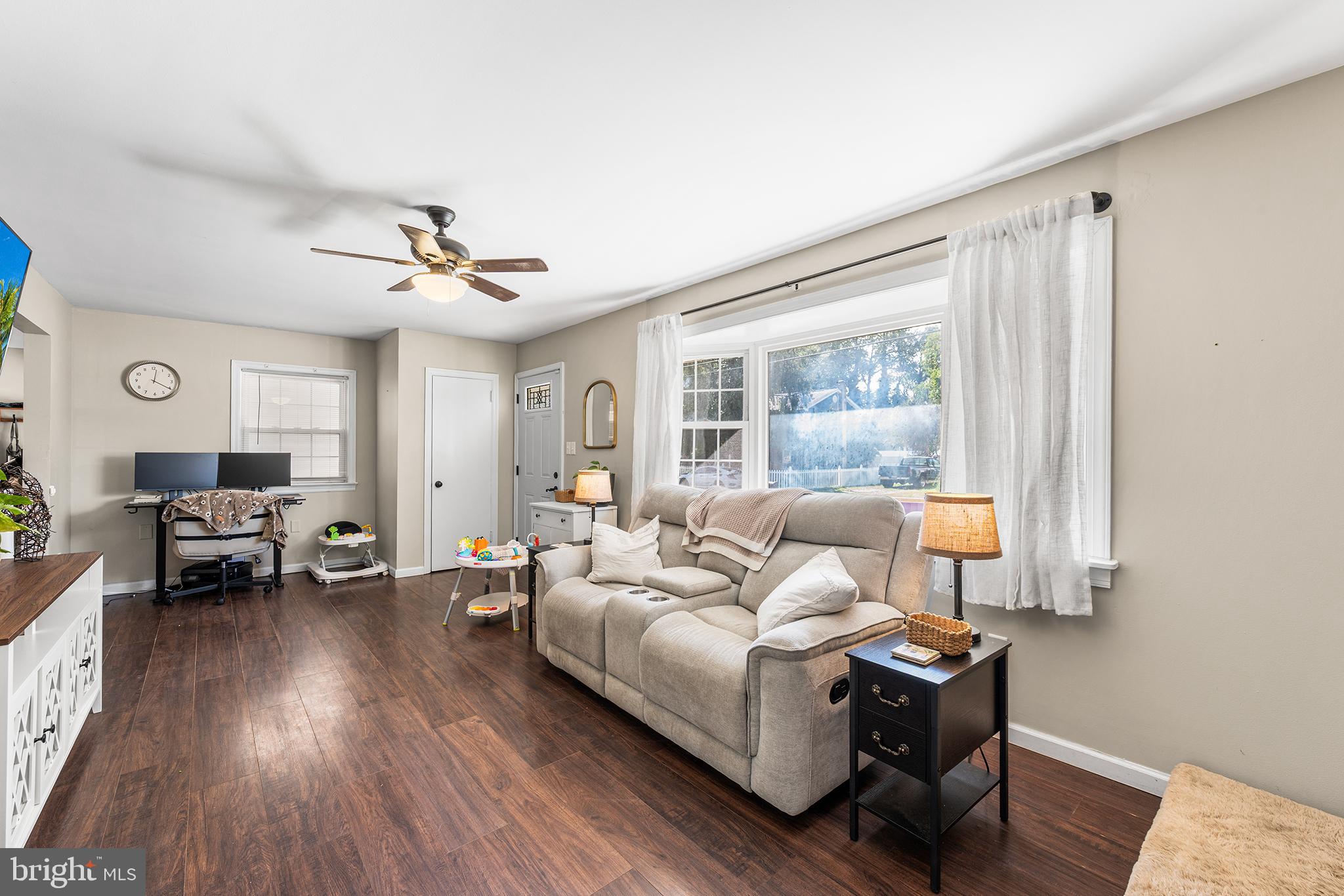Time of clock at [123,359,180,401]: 12:20
